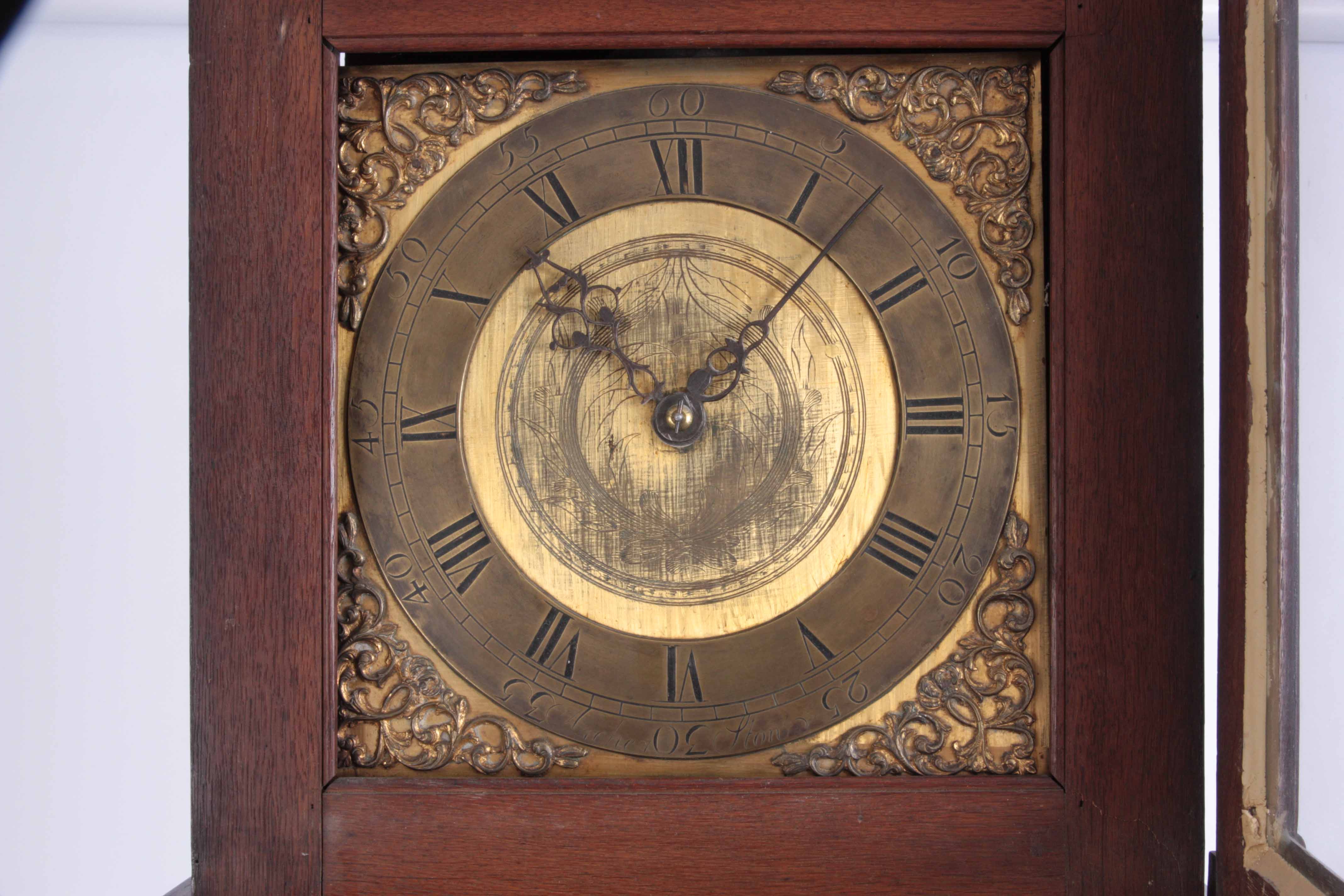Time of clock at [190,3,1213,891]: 10:07
